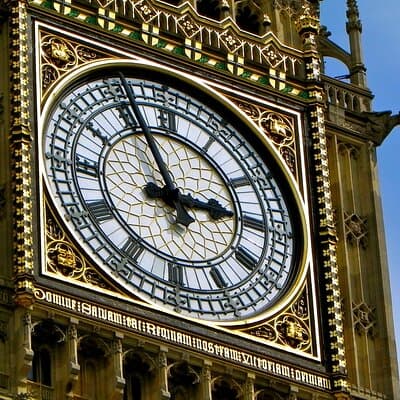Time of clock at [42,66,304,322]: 2:56
